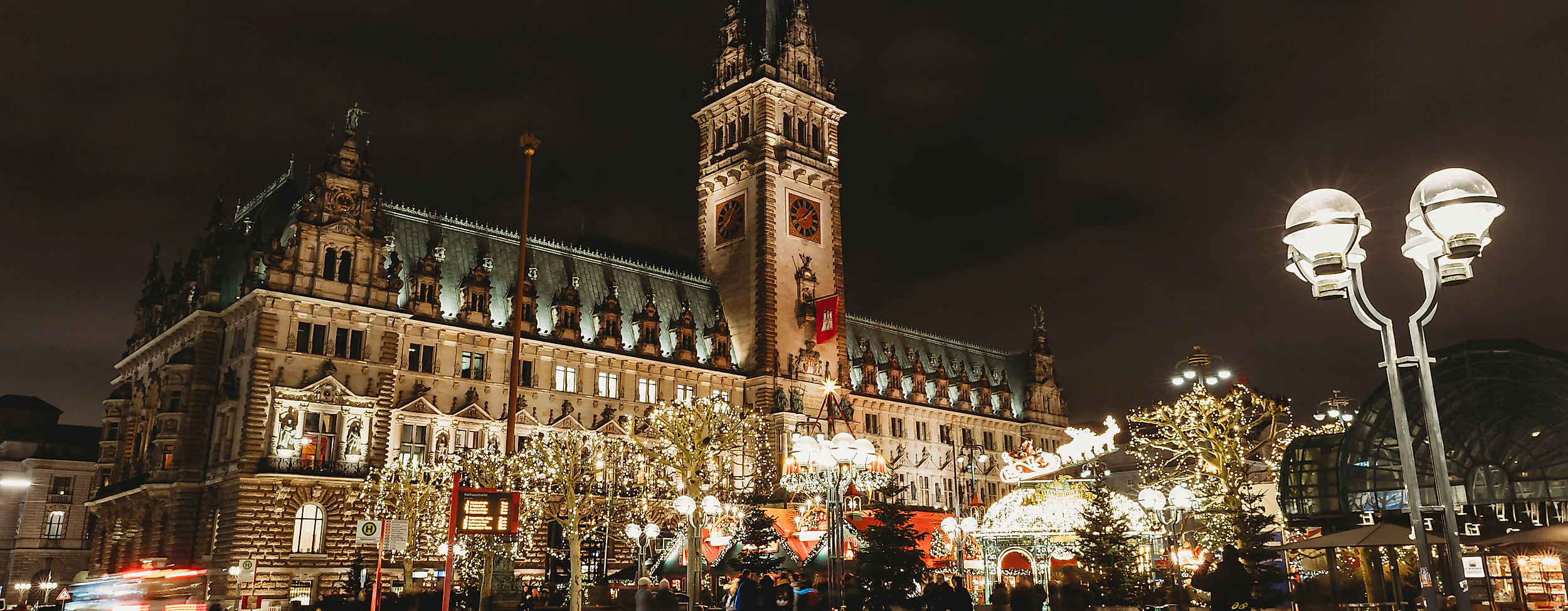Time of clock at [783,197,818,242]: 8:07
